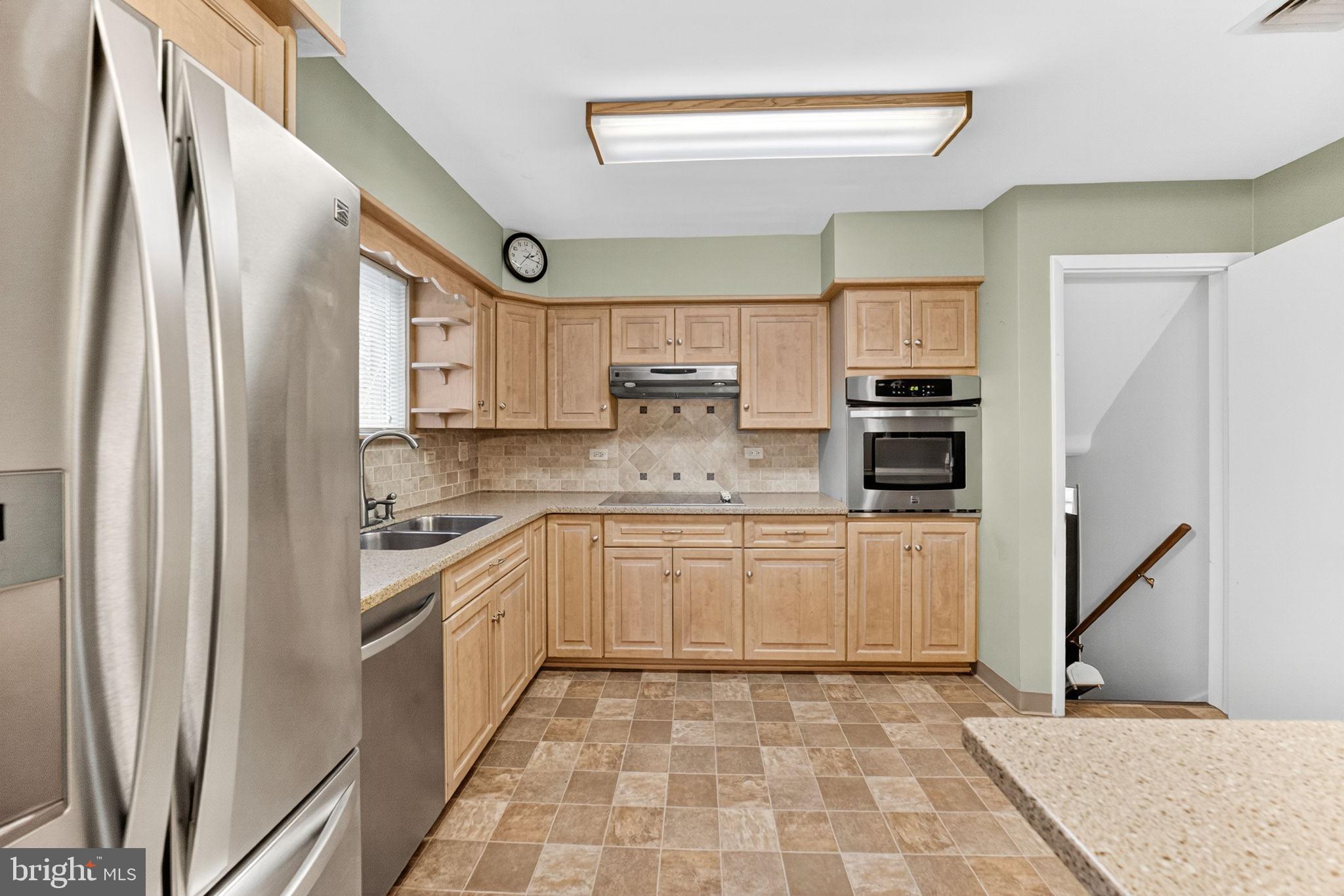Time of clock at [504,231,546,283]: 2:17
